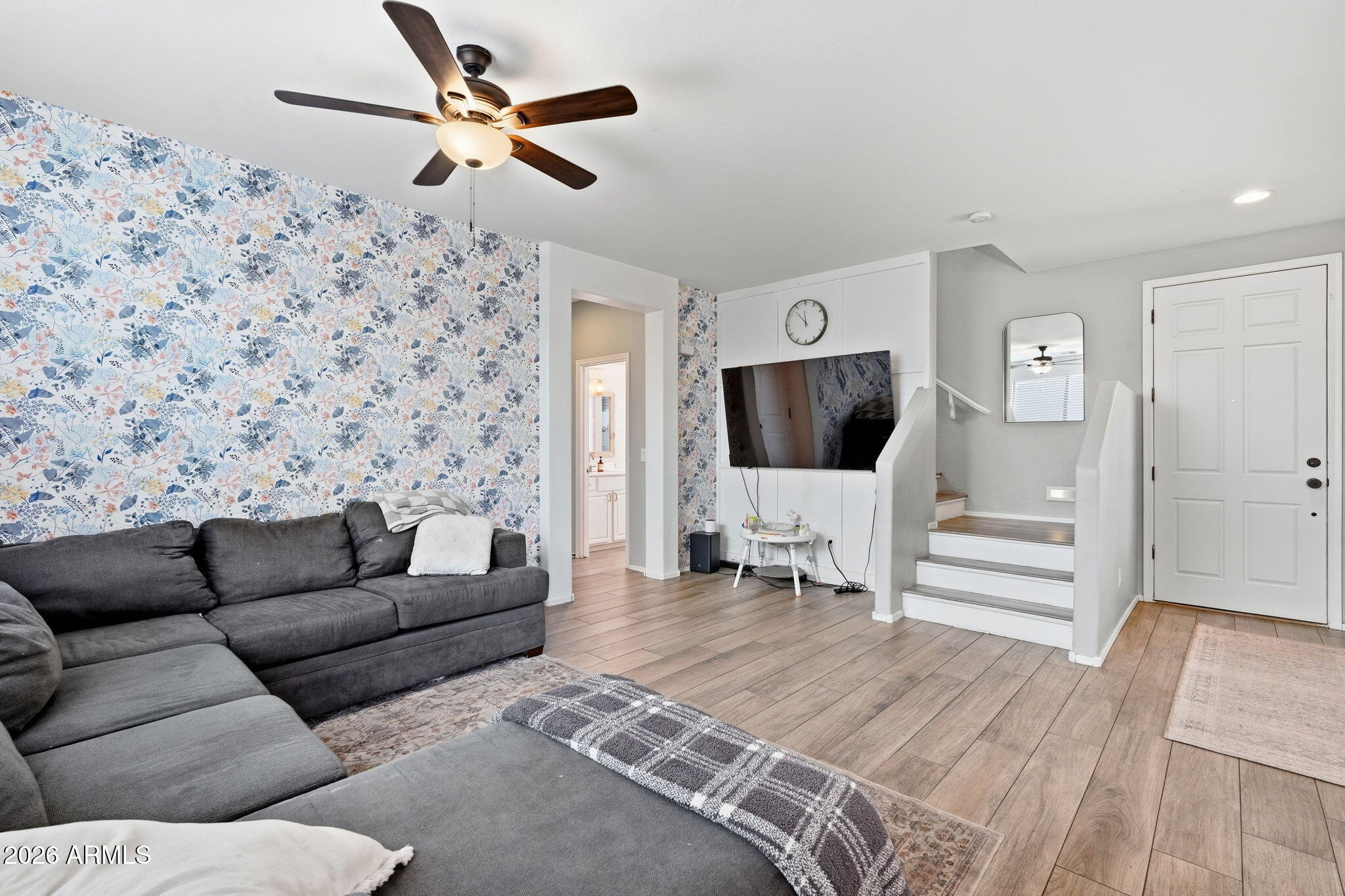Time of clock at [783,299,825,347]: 11:52
